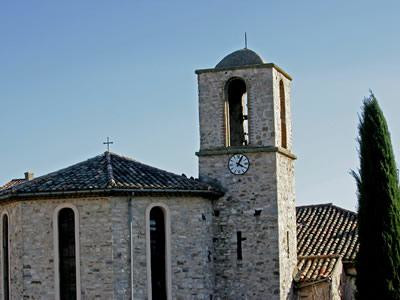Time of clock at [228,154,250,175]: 4:04
